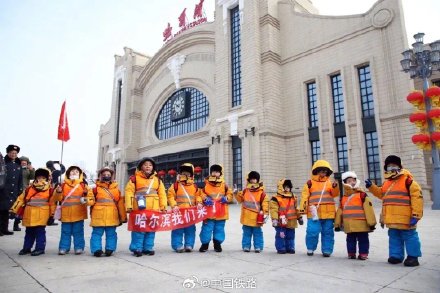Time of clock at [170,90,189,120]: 4:12
